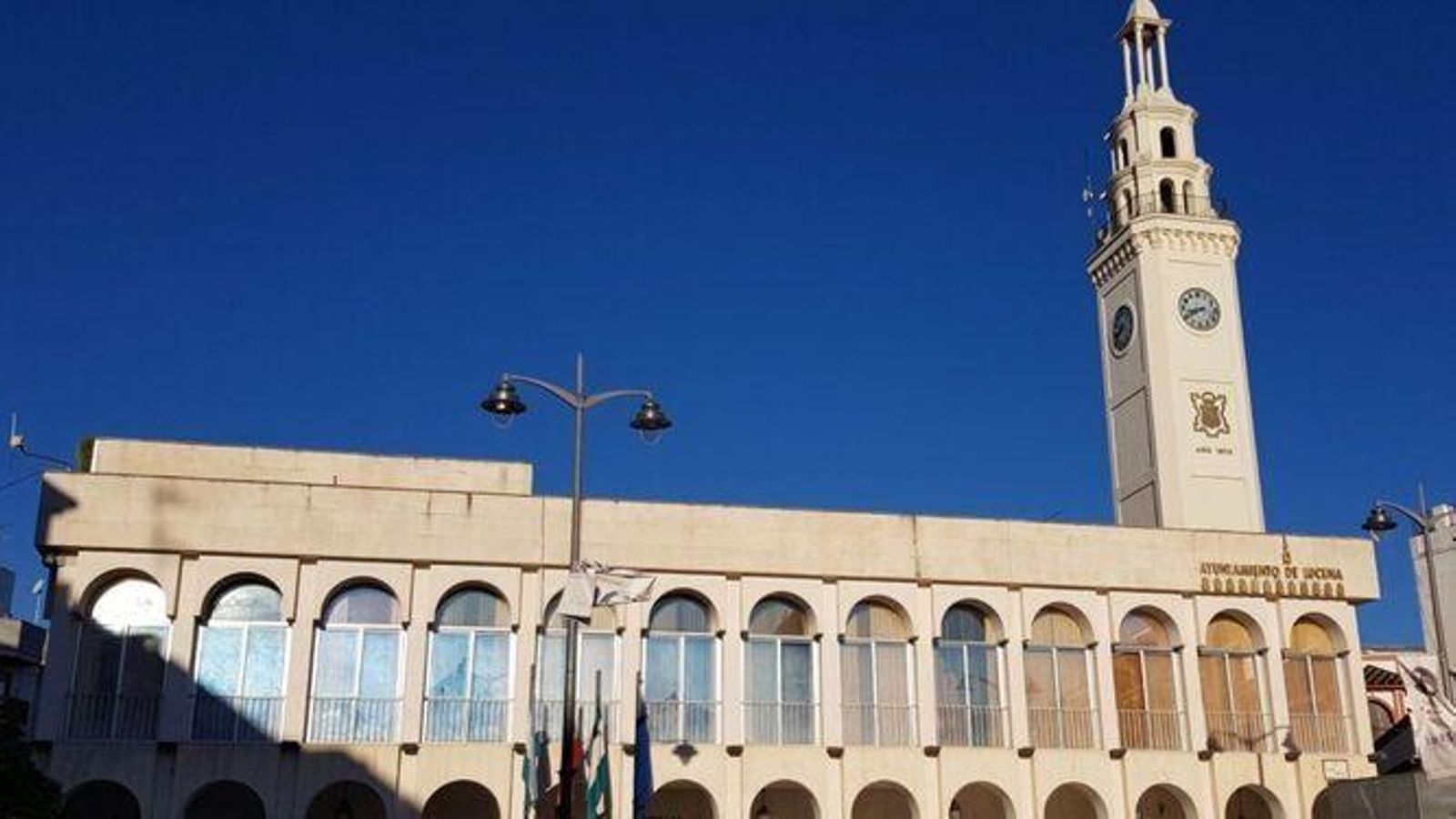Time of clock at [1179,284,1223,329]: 8:40
